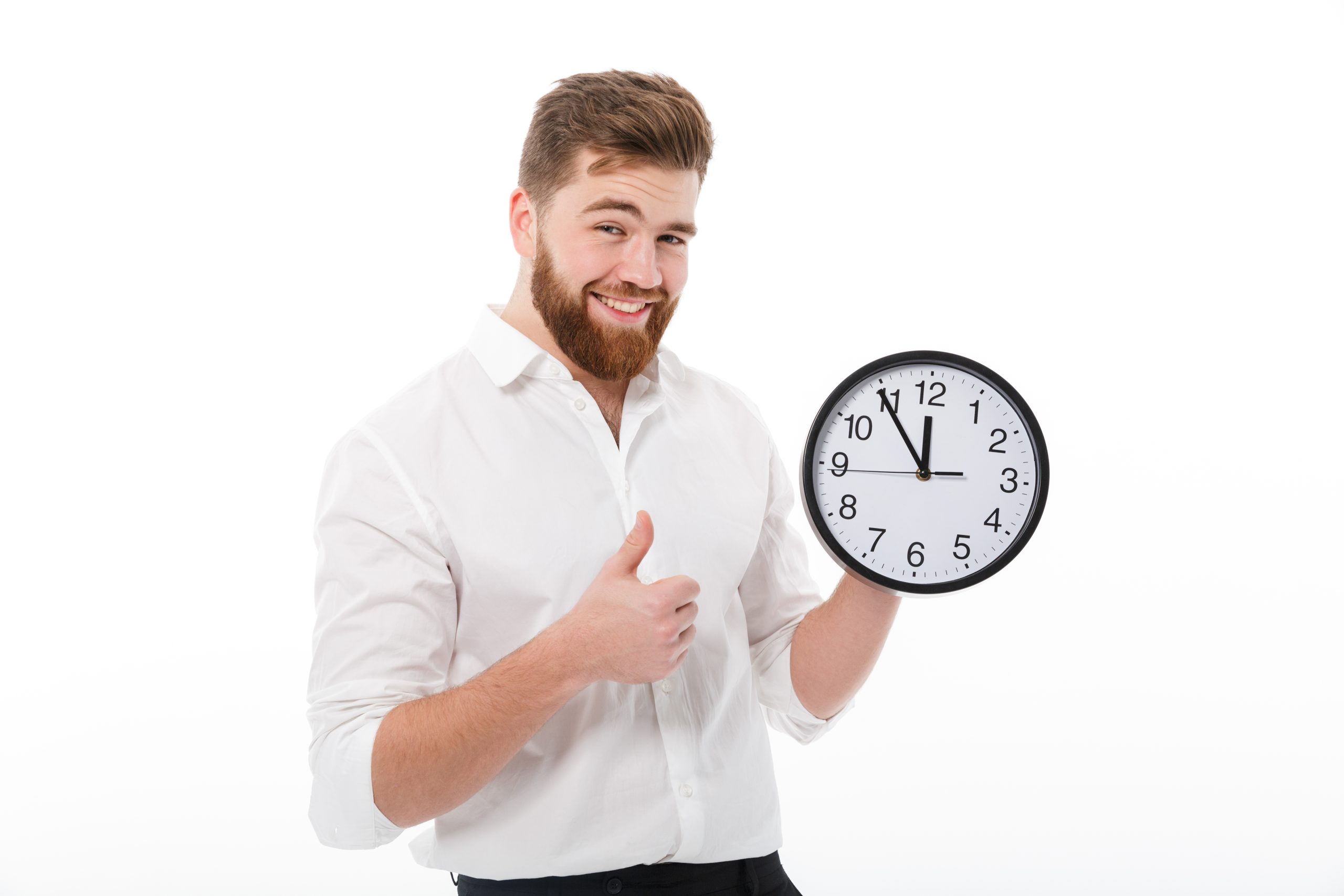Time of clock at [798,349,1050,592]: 11:54
